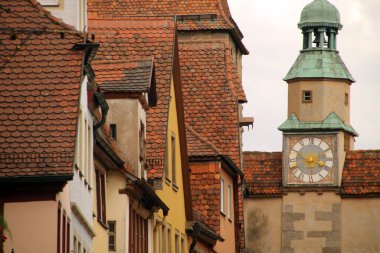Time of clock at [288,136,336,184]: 2:18
